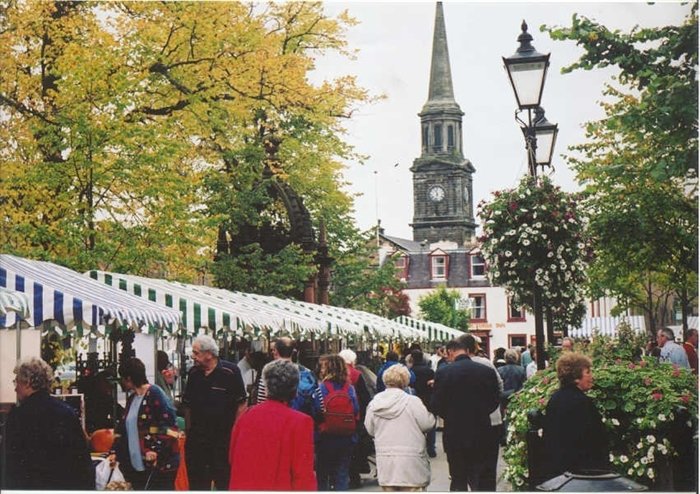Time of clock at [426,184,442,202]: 11:32
